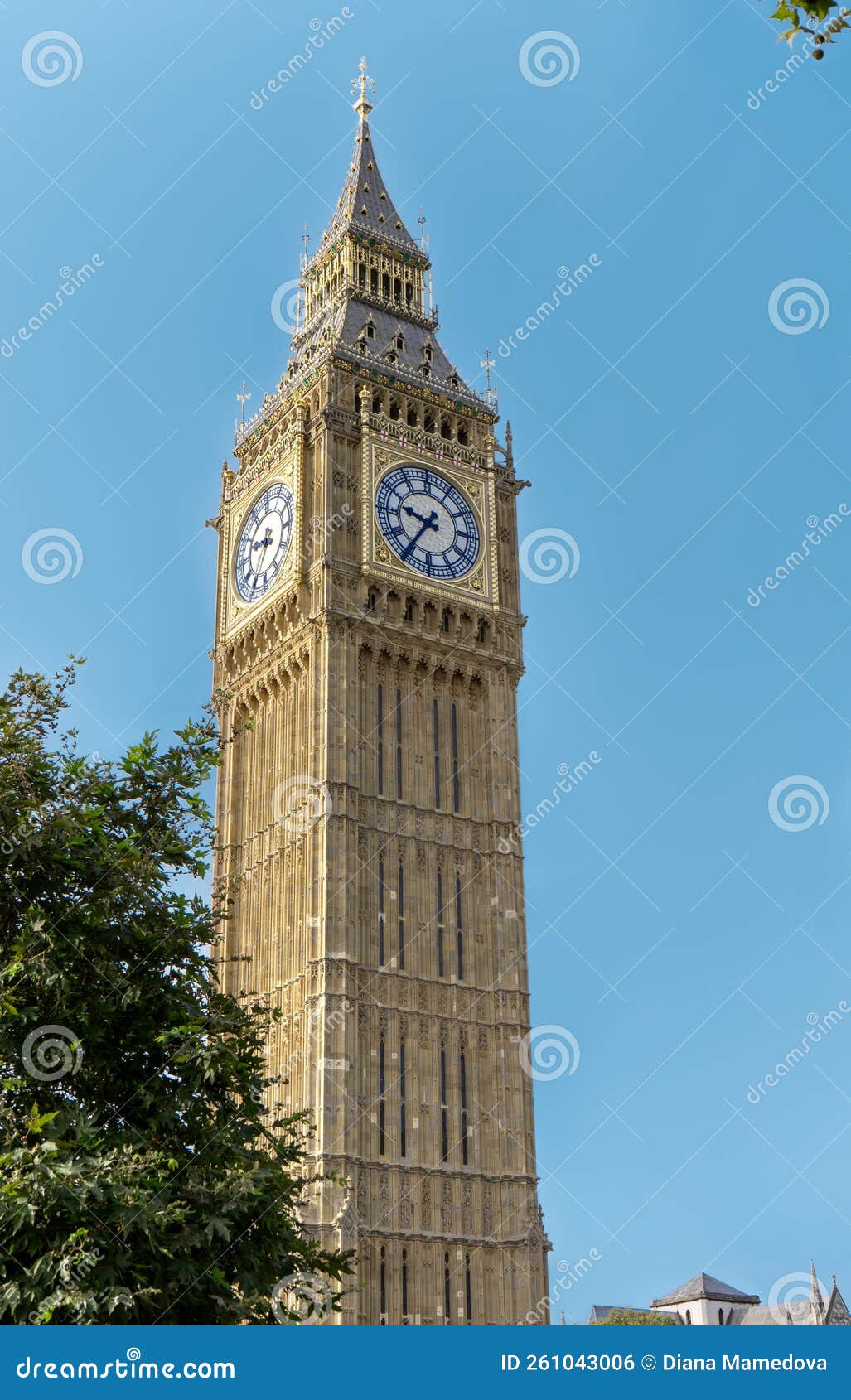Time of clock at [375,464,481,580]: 9:35
